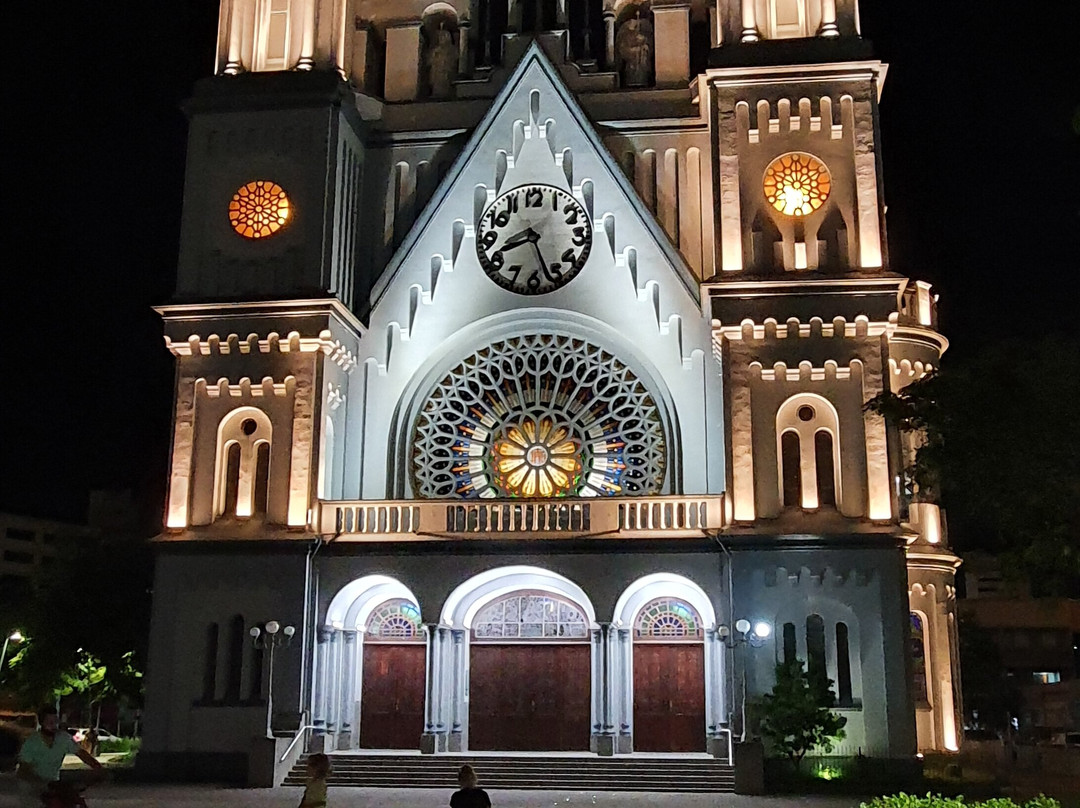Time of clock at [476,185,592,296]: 8:26
